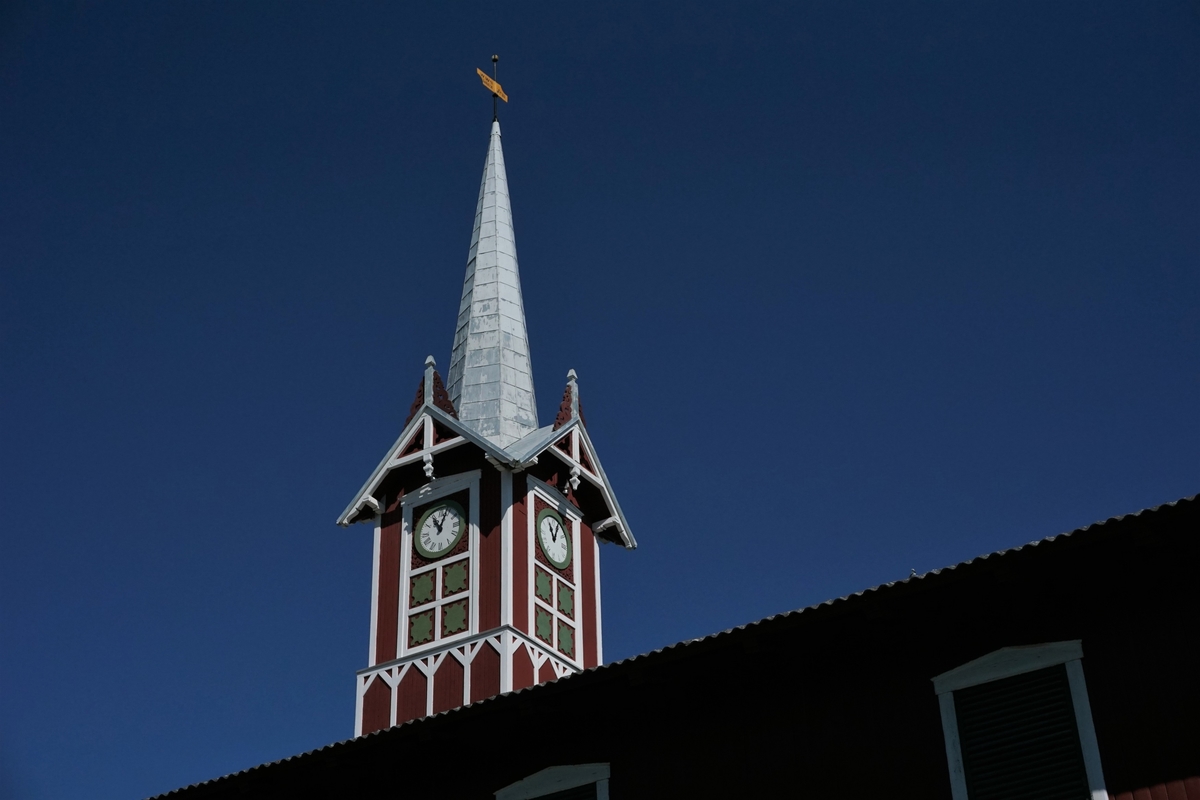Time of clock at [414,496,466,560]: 11:04
